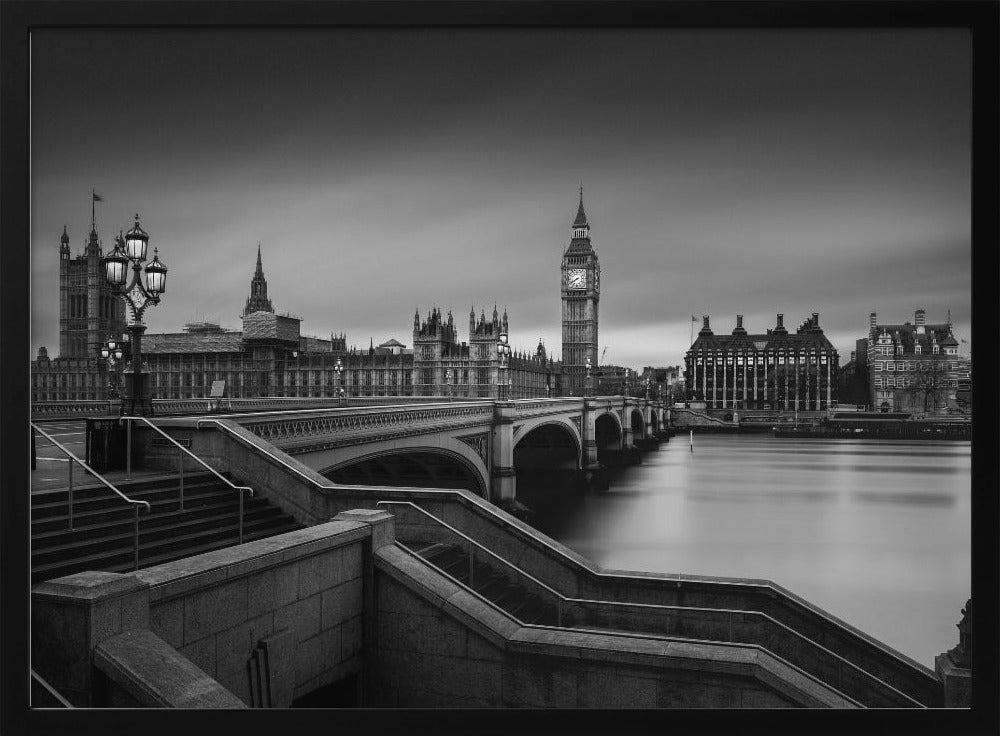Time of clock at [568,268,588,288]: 7:40
